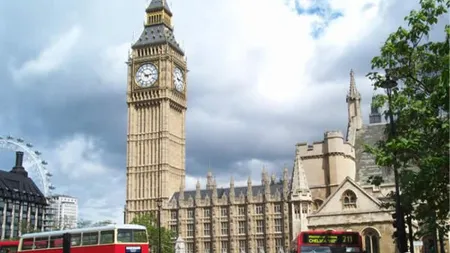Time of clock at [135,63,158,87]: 2:52
